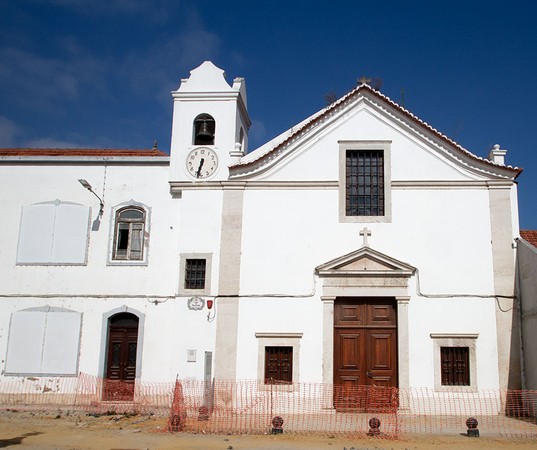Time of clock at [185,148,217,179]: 6:32
